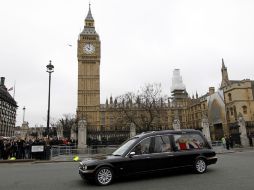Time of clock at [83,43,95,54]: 10:00
